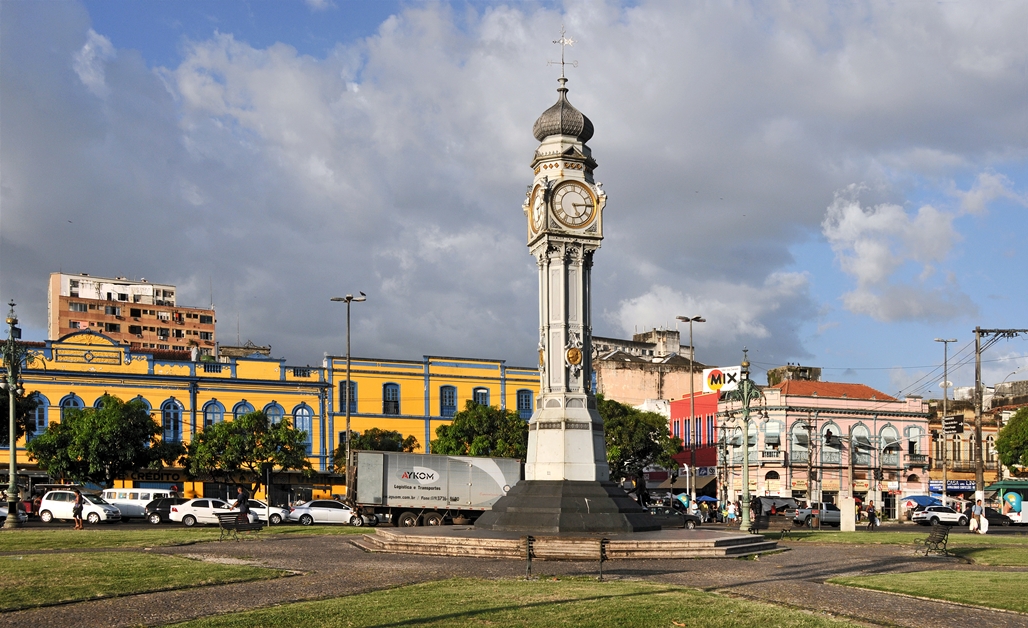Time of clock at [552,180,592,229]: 5:14
